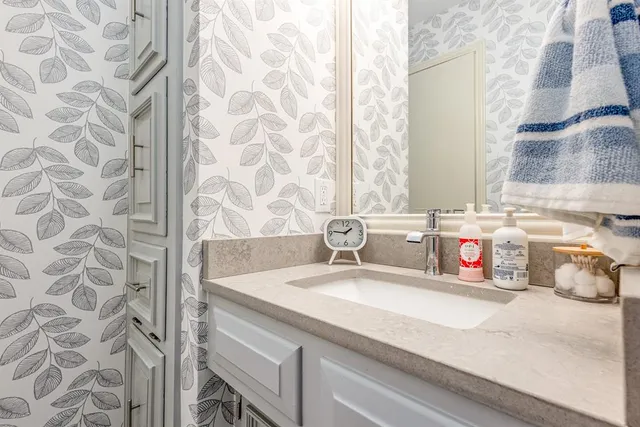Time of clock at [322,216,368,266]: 1:46
